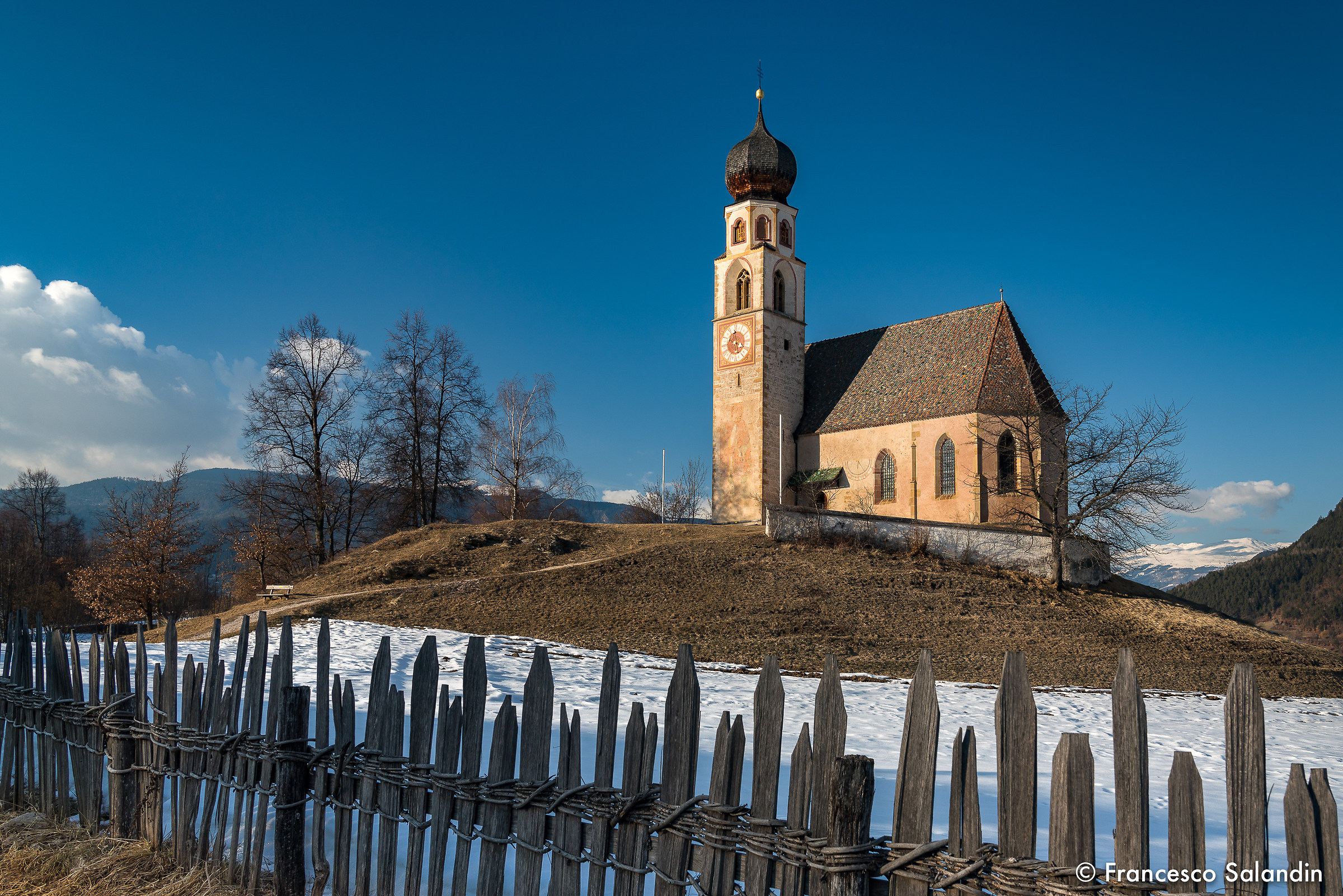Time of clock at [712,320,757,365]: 5:18
